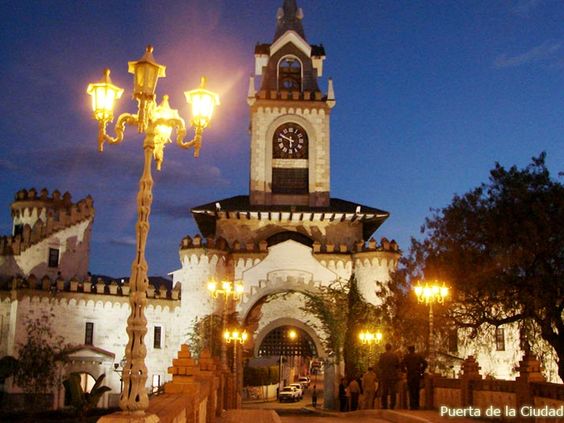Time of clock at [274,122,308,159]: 5:49
